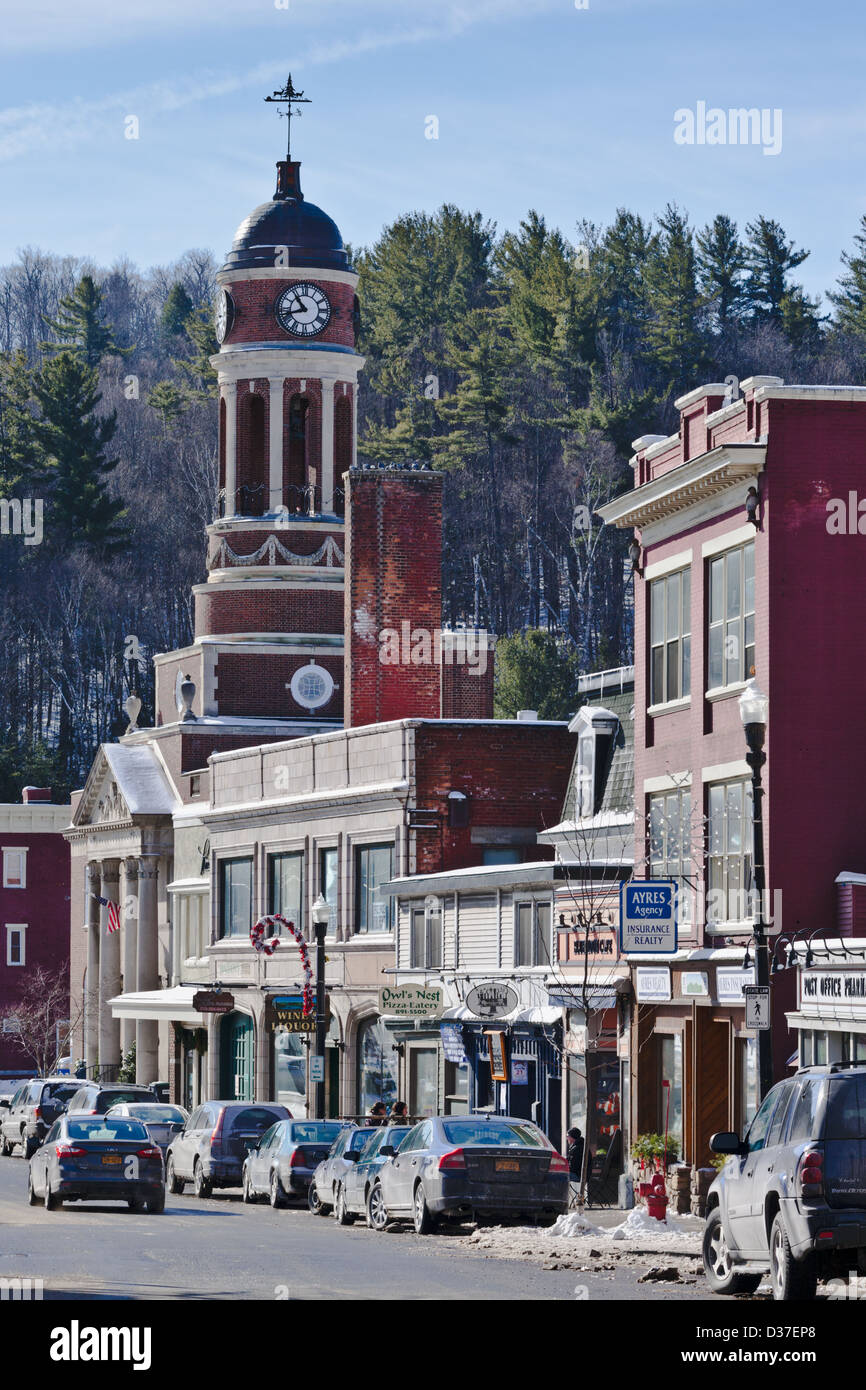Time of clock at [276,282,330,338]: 10:42
